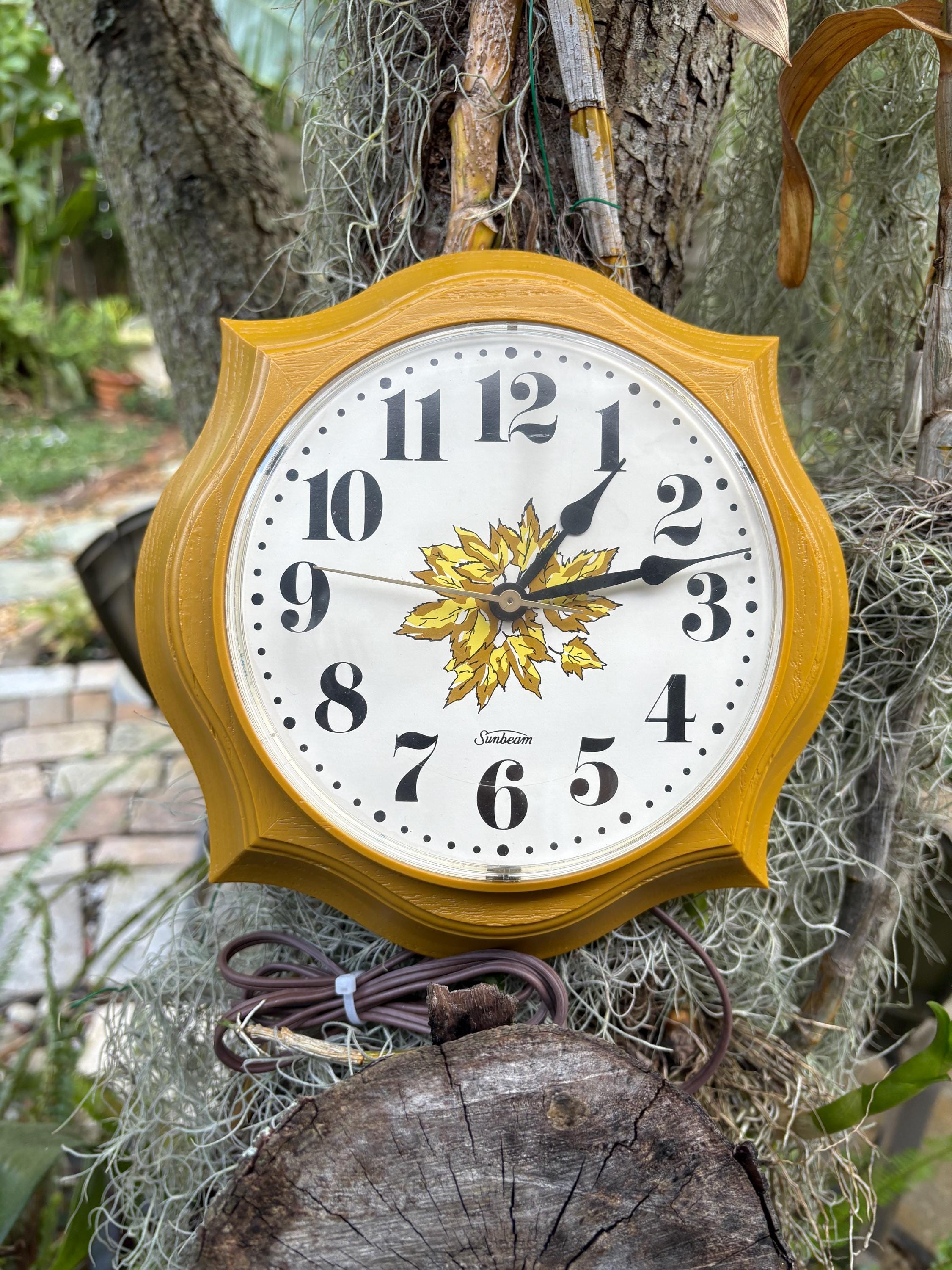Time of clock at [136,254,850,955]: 1:12
